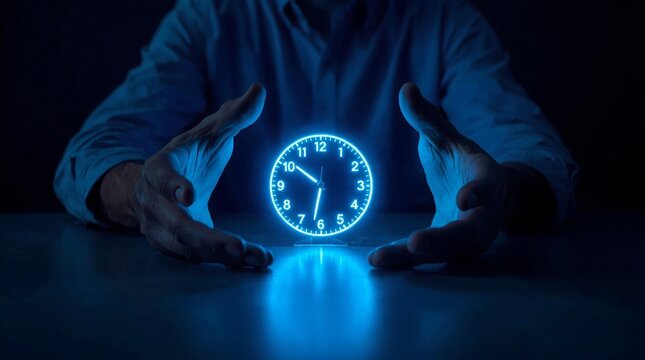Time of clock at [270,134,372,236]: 10:31
